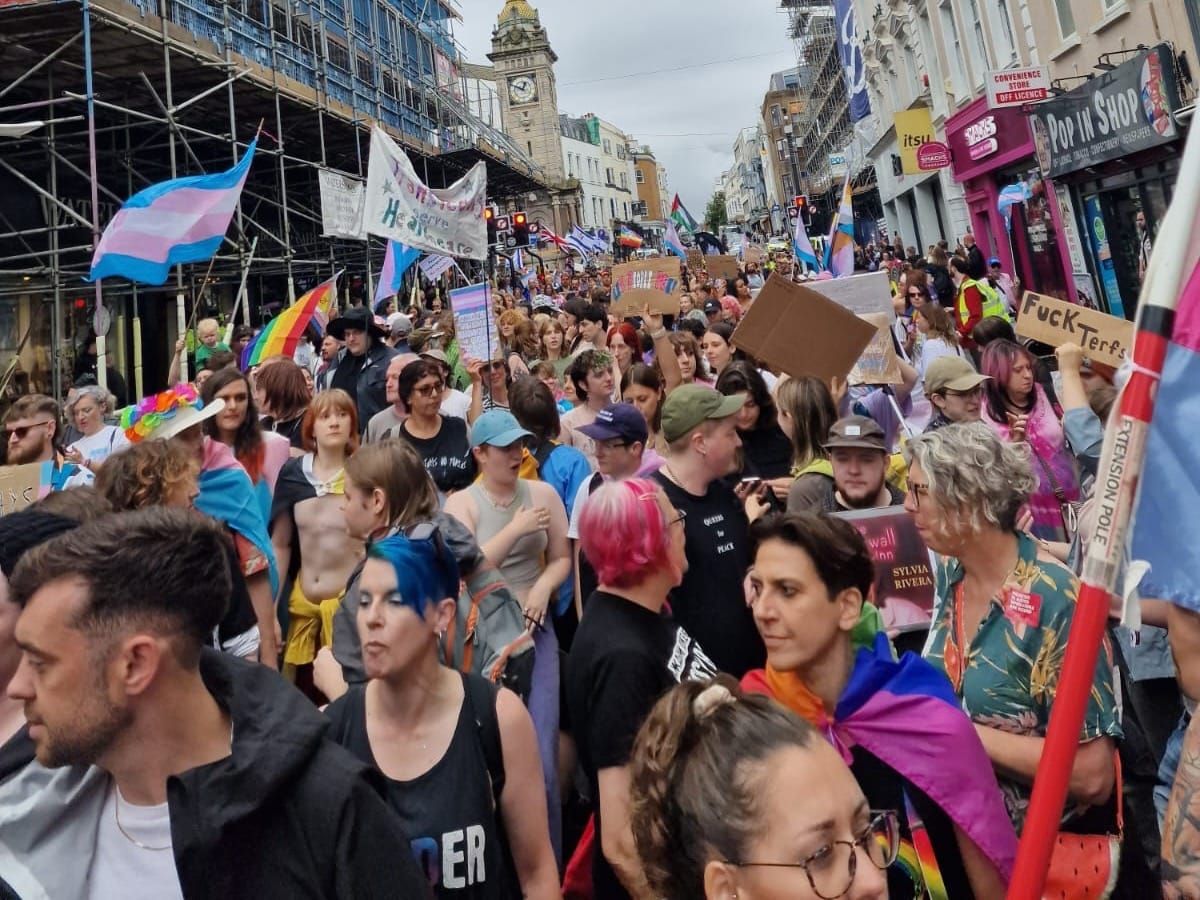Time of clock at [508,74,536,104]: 12:49
